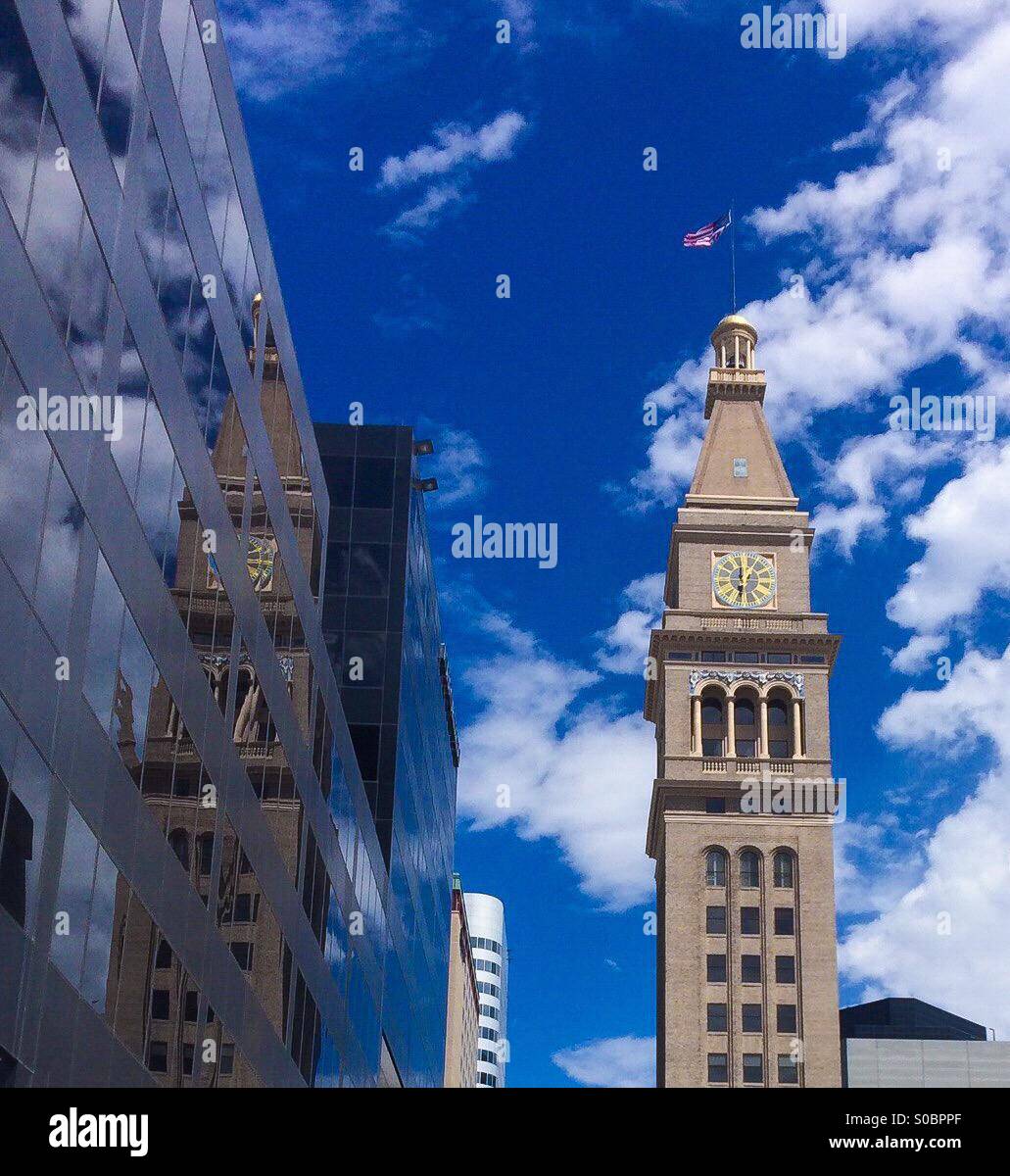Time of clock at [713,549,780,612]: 5:59
